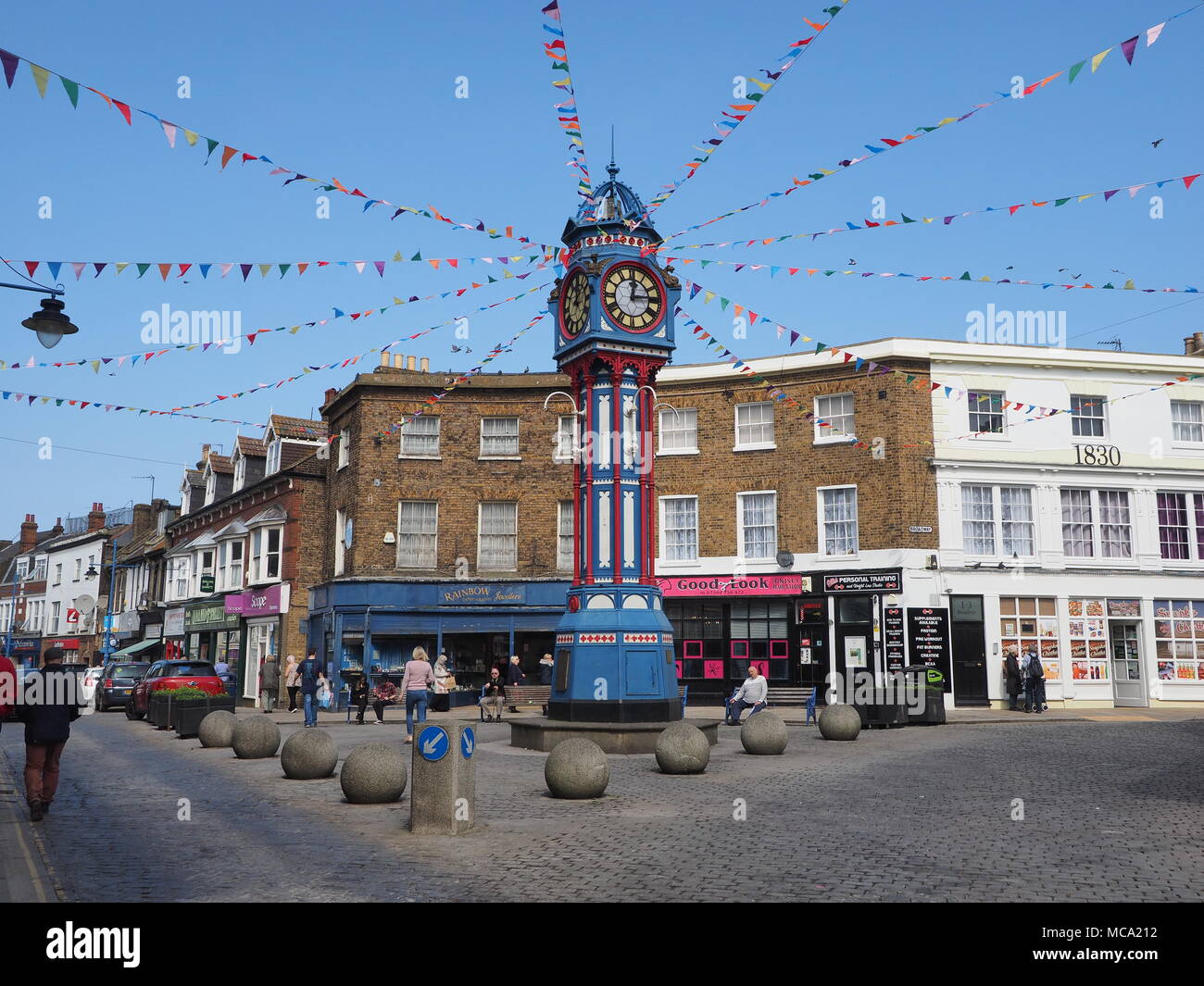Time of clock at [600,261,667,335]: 12:14
